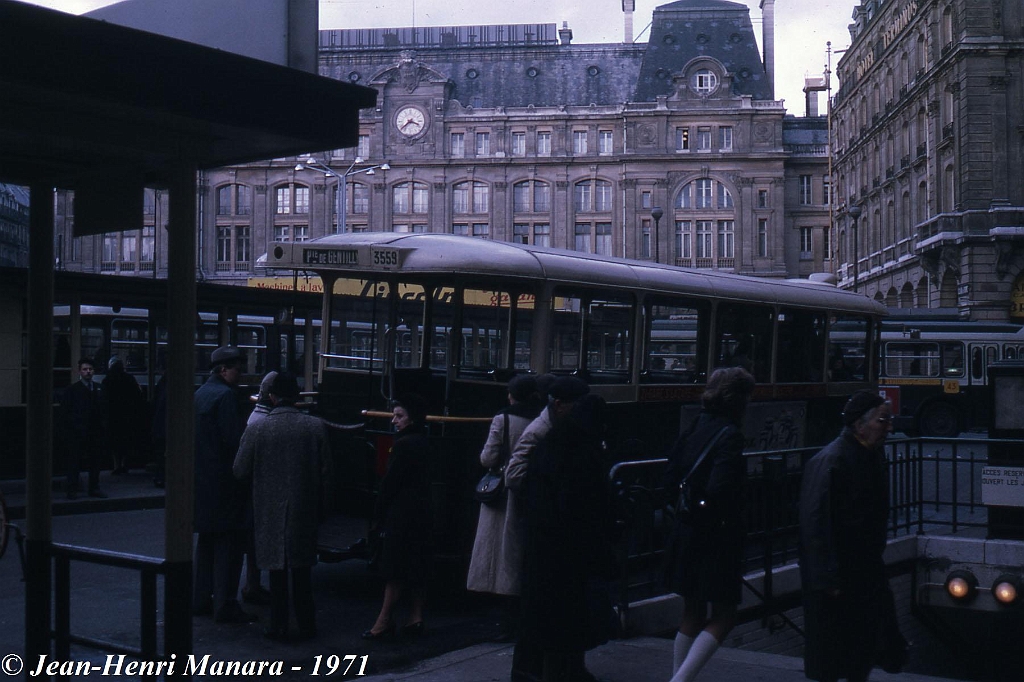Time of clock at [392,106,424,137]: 3:37
